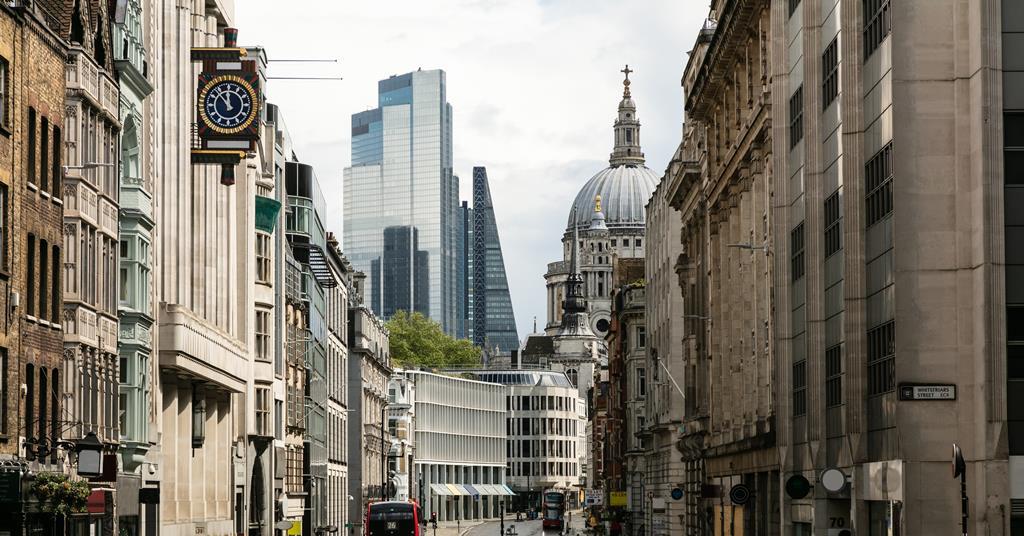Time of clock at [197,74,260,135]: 11:52
